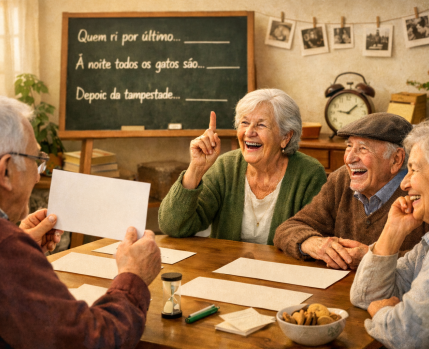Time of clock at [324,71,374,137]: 1:46
